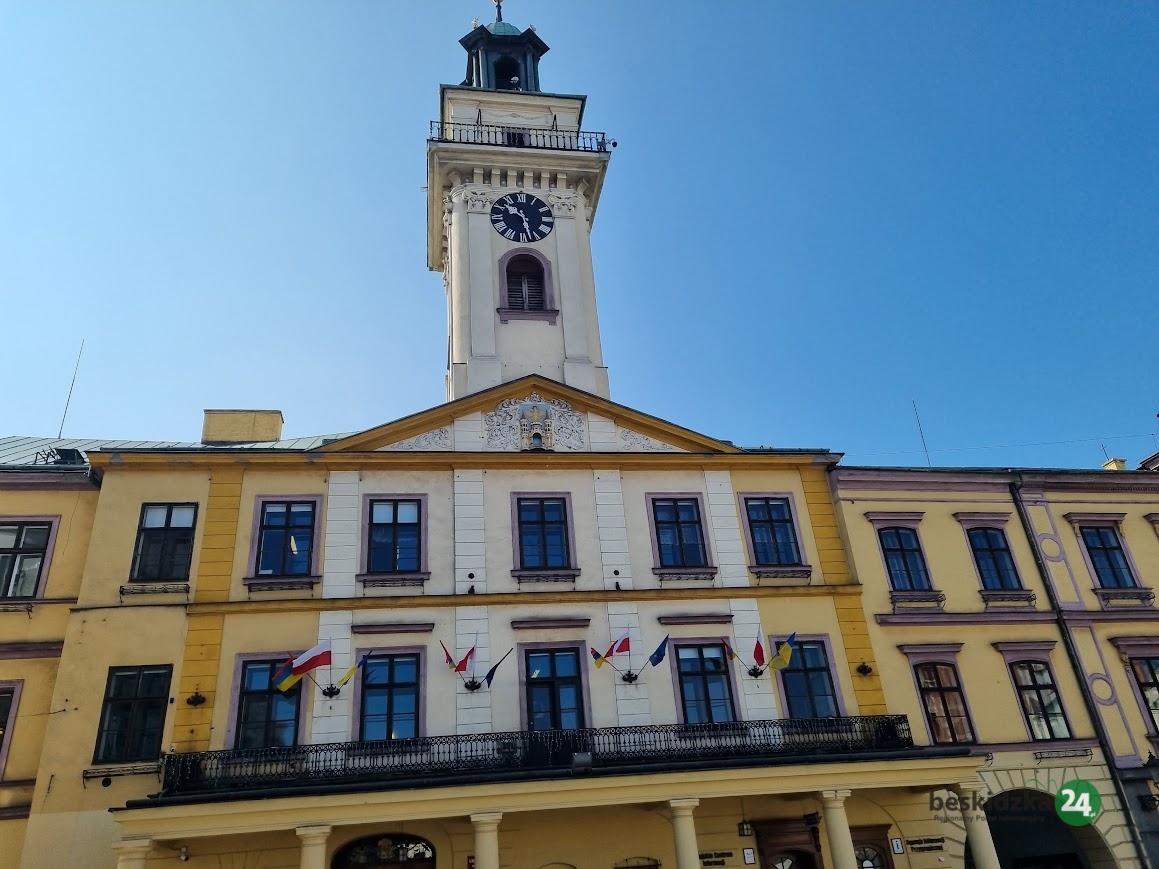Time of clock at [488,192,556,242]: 10:27
